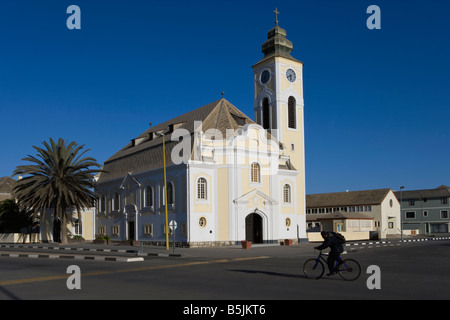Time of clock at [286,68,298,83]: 5:40
